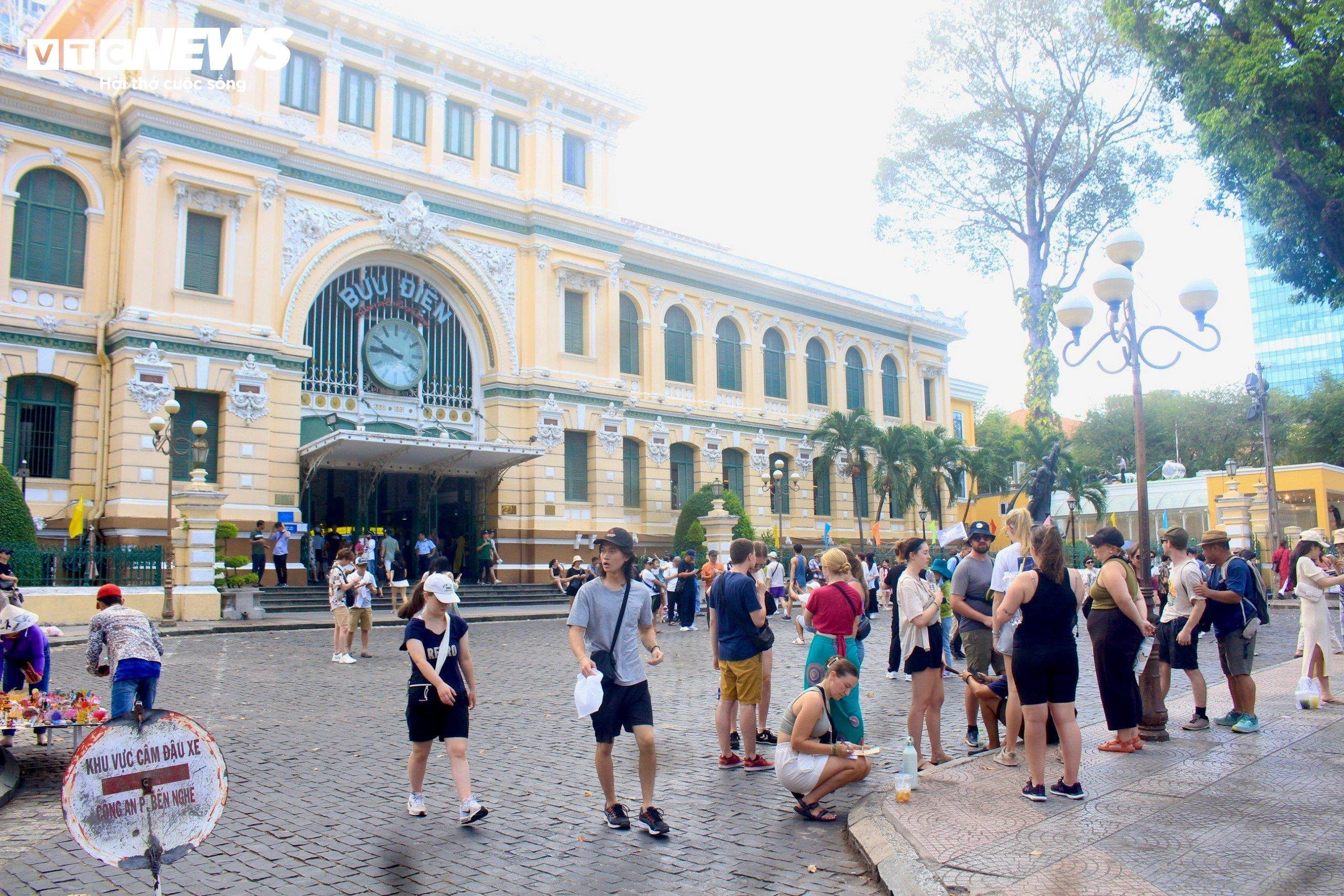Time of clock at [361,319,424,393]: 9:45
